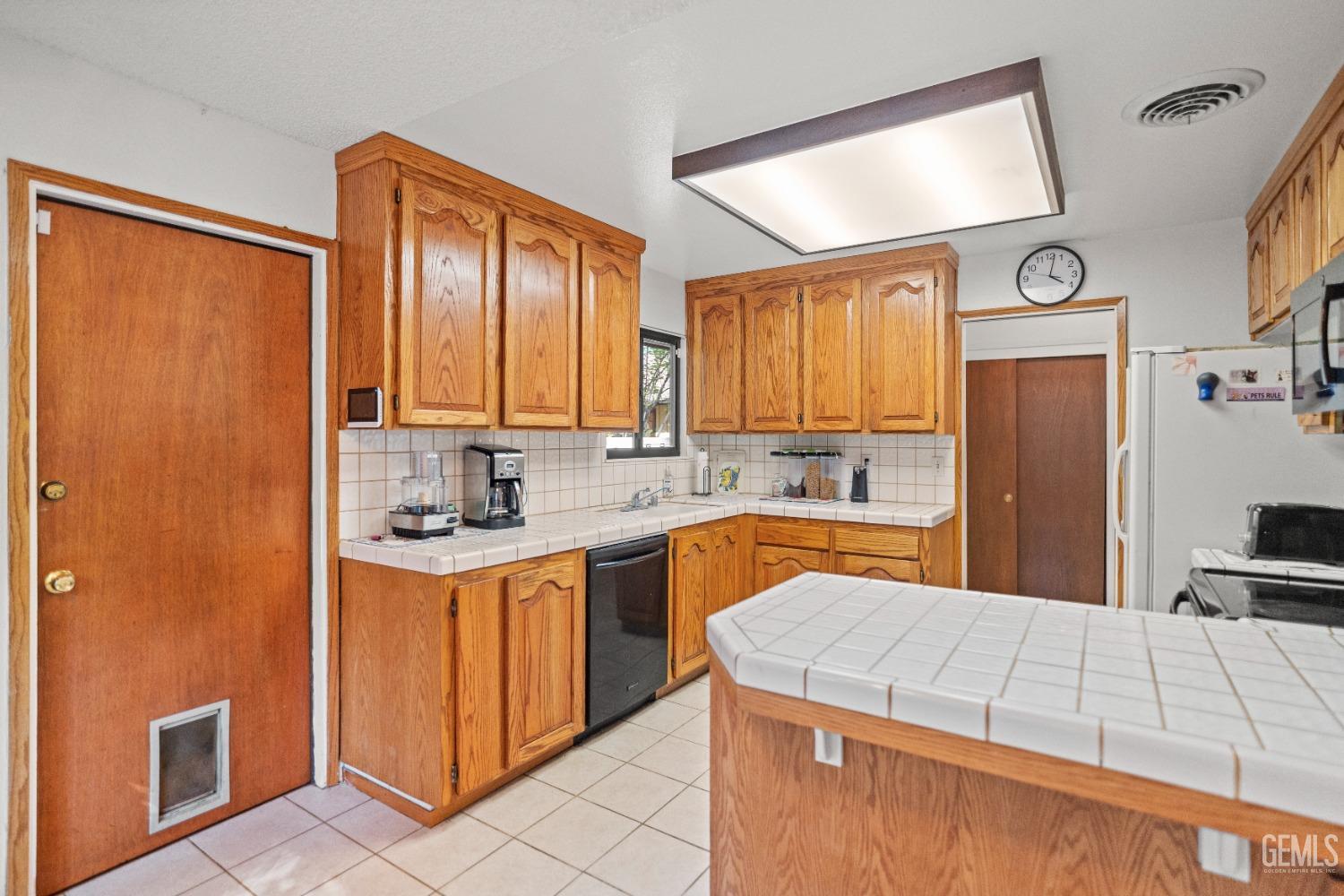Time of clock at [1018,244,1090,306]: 4:01
